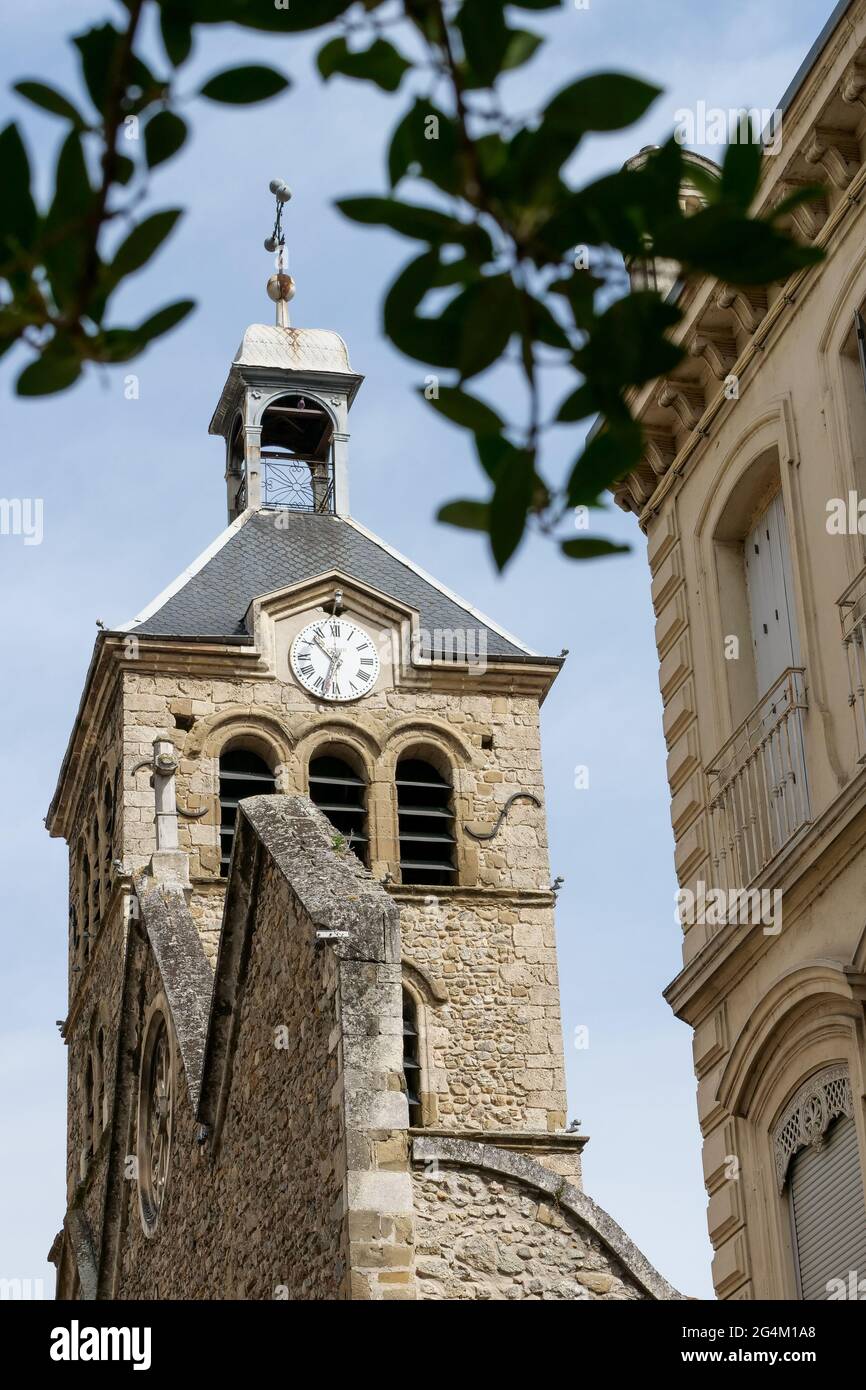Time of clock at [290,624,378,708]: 10:32
